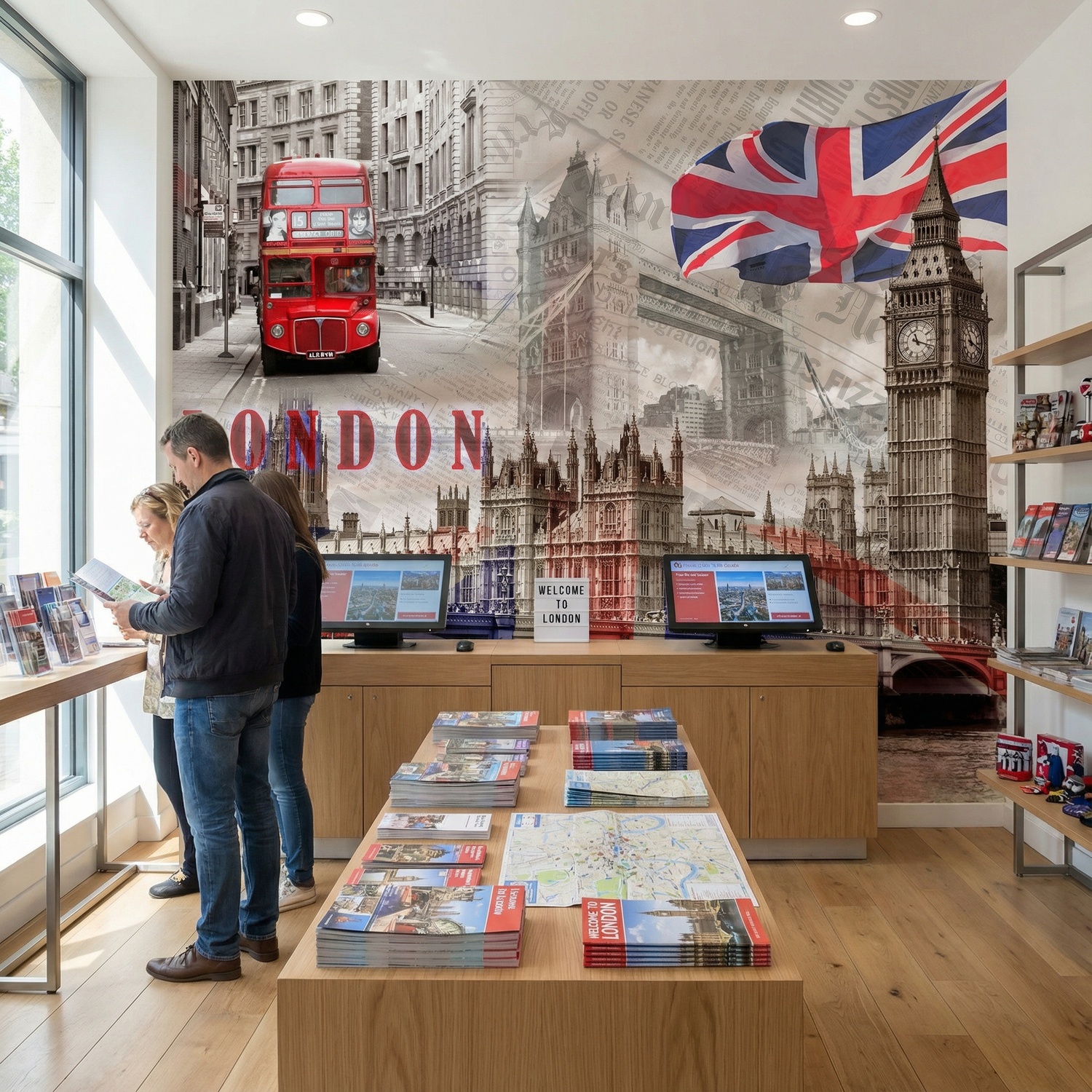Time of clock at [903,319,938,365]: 11:18
